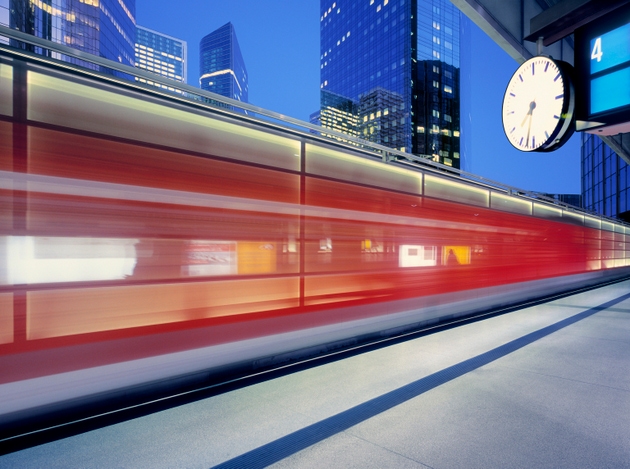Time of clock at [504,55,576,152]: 7:32
